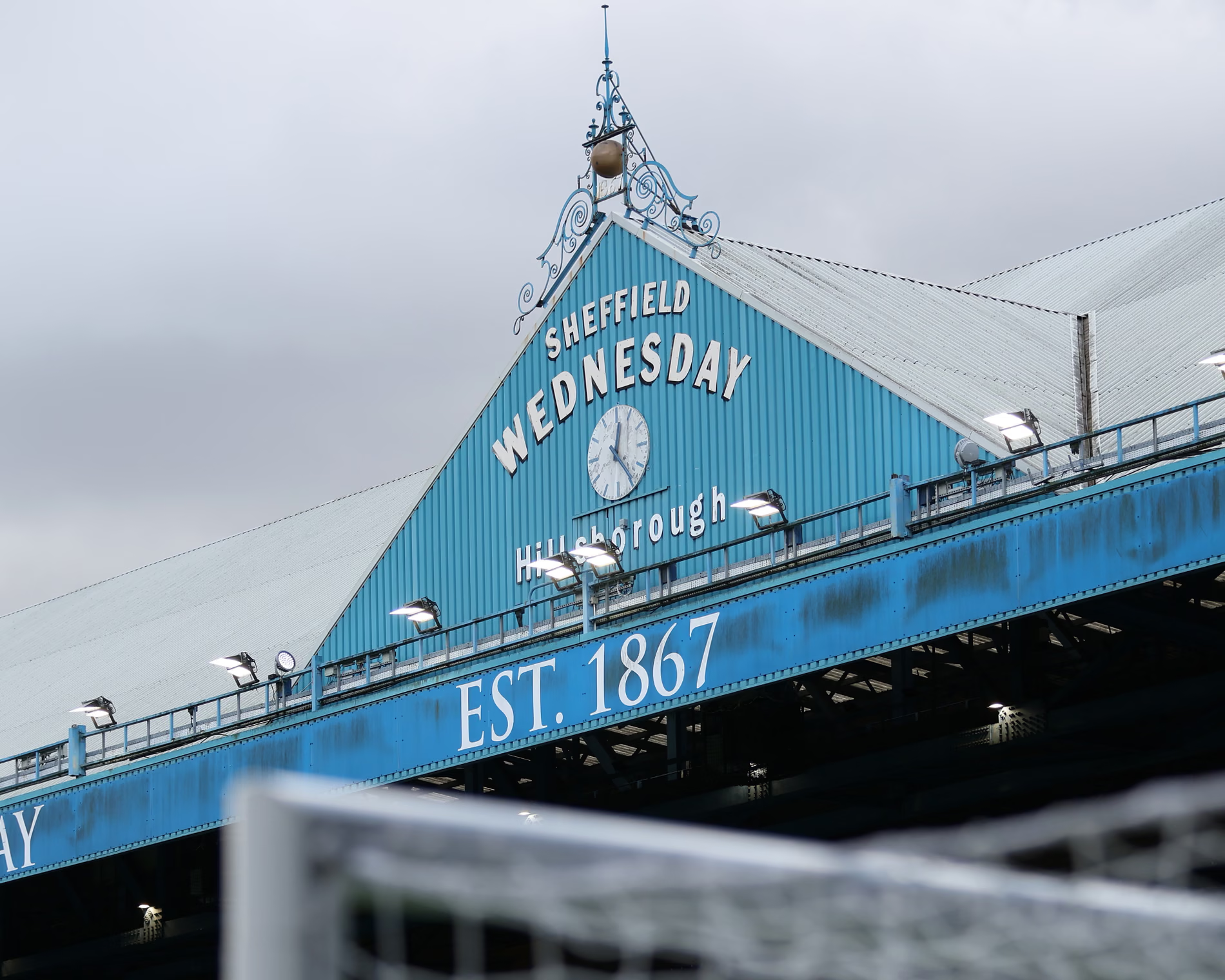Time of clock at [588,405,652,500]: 12:23
